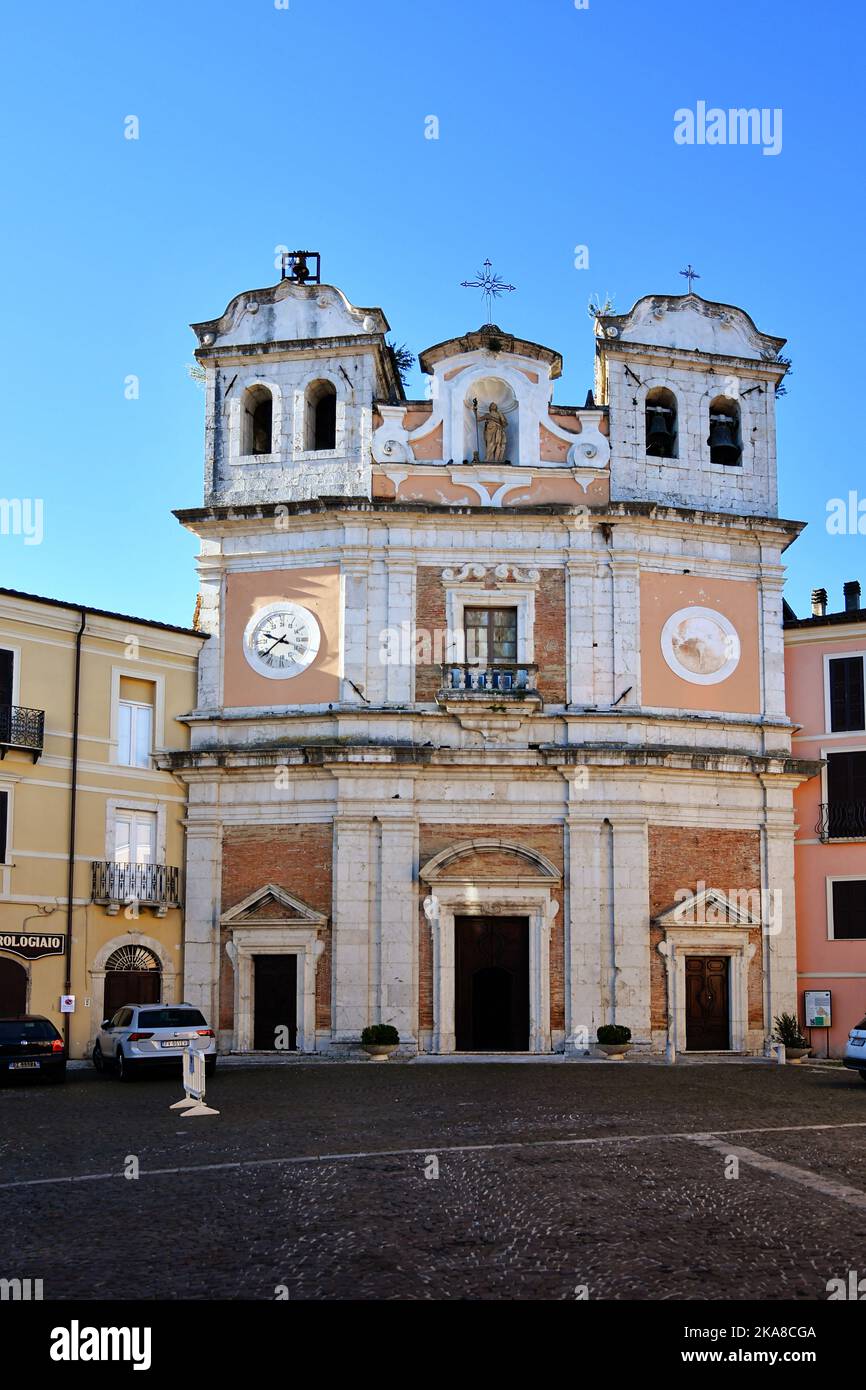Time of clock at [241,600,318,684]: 9:38
